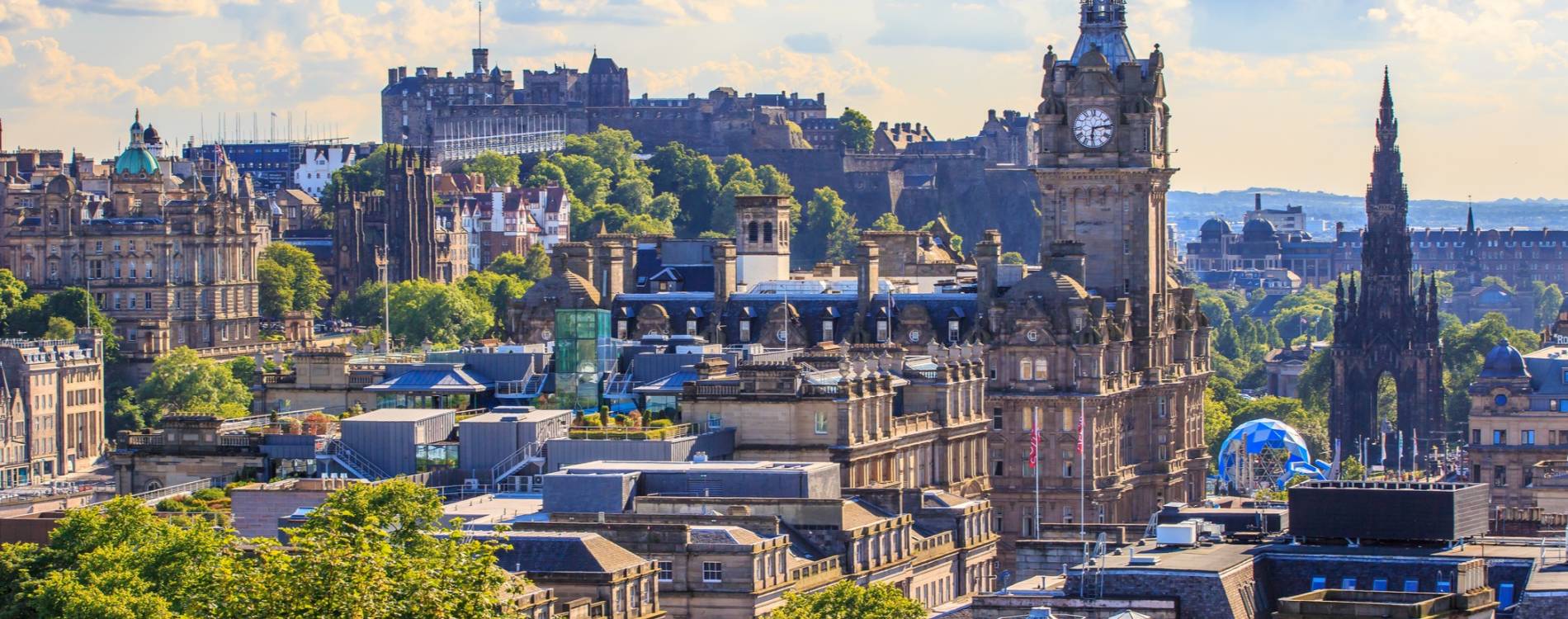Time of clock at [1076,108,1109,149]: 6:13
